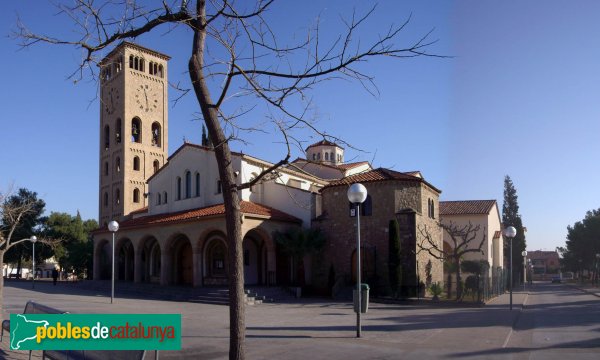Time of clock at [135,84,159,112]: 11:28
